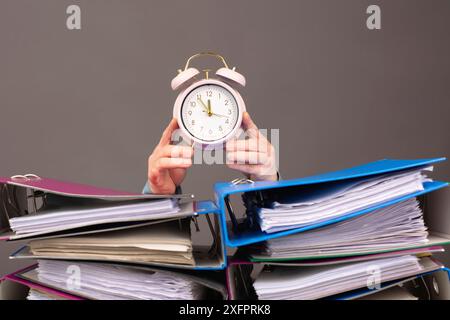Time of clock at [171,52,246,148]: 11:54
